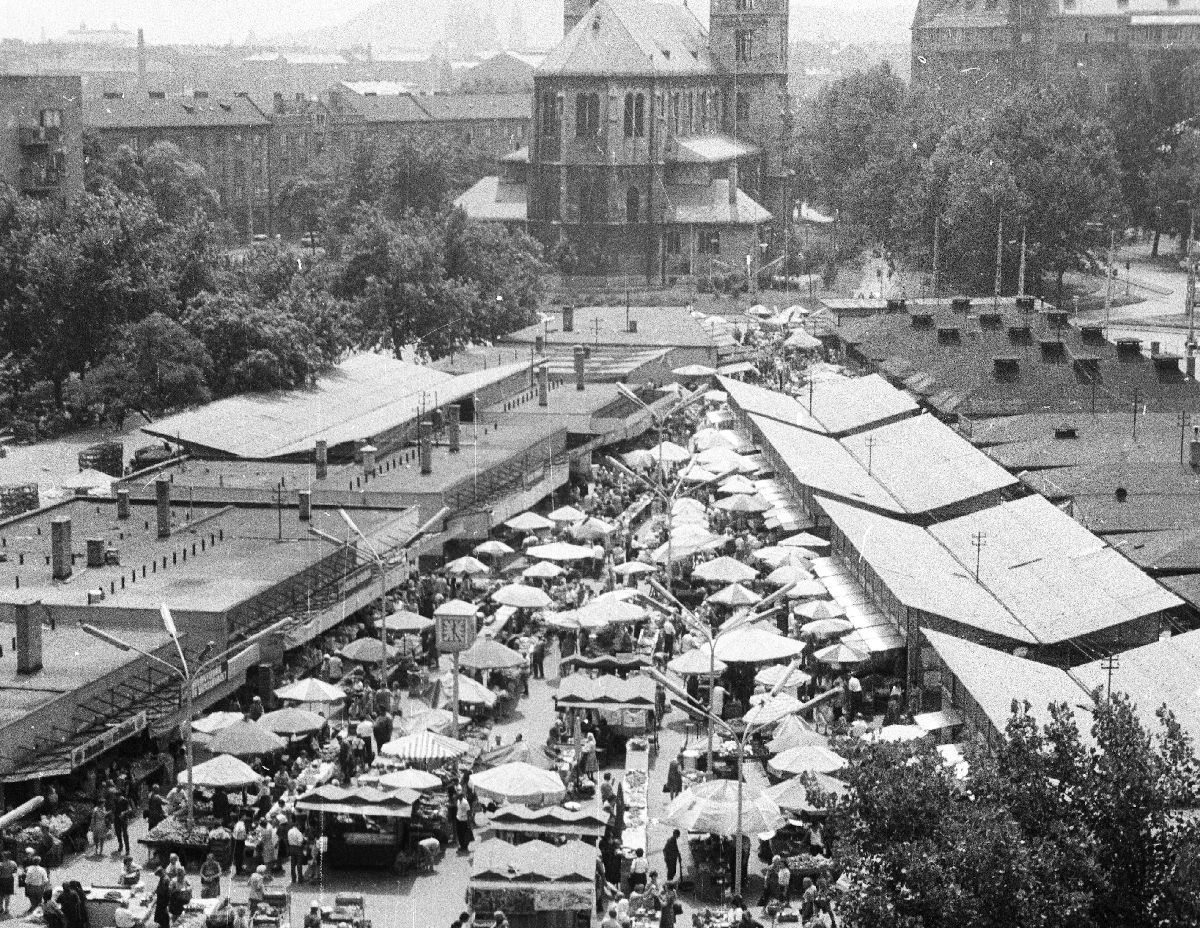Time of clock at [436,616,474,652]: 12:23
